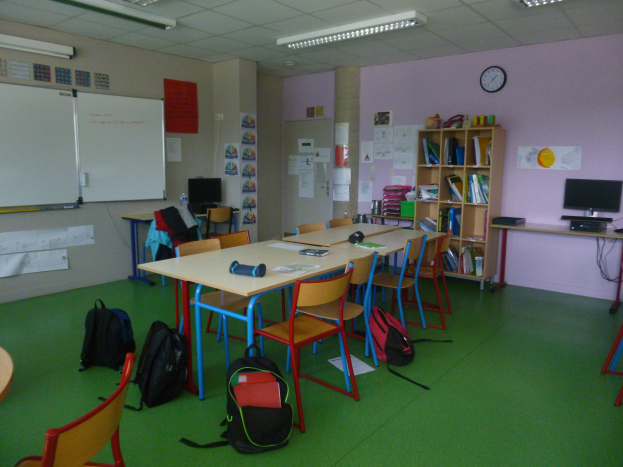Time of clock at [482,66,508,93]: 1:36
